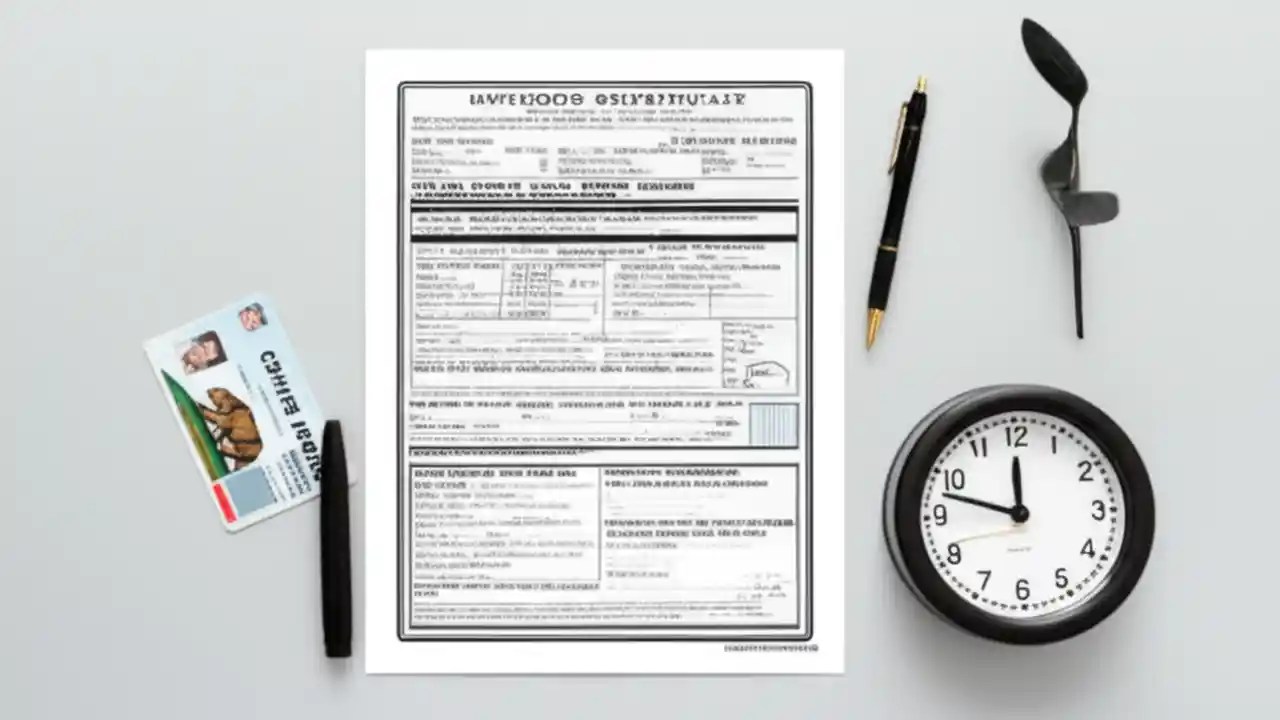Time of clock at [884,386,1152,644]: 11:47
